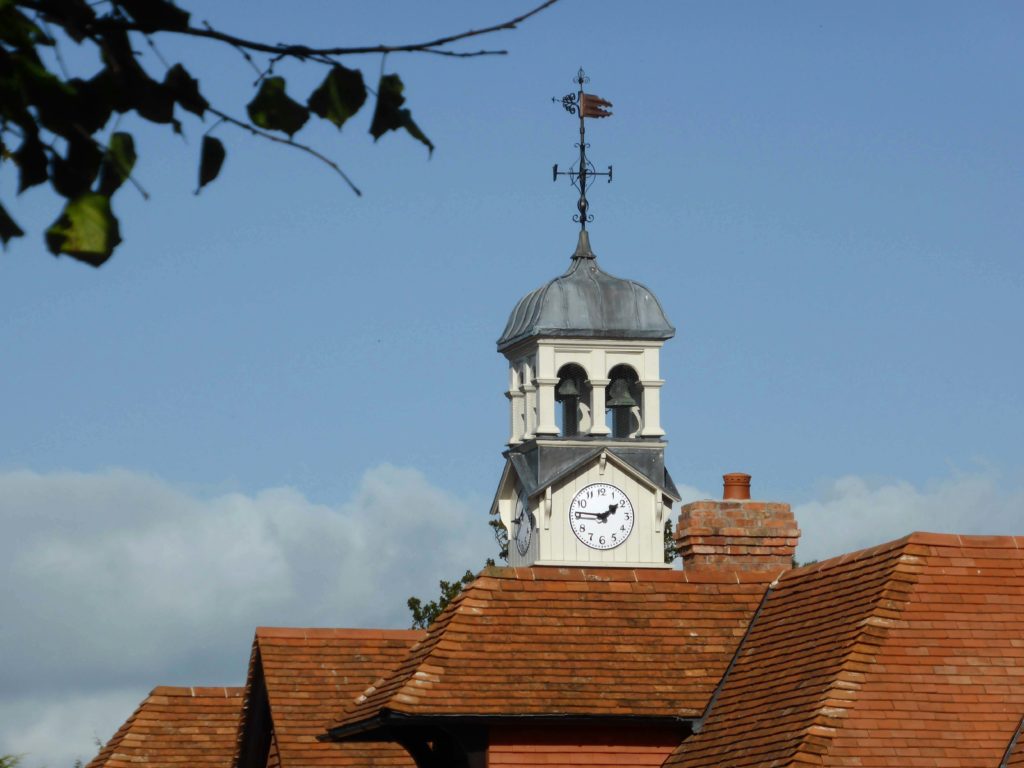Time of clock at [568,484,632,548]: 1:46
